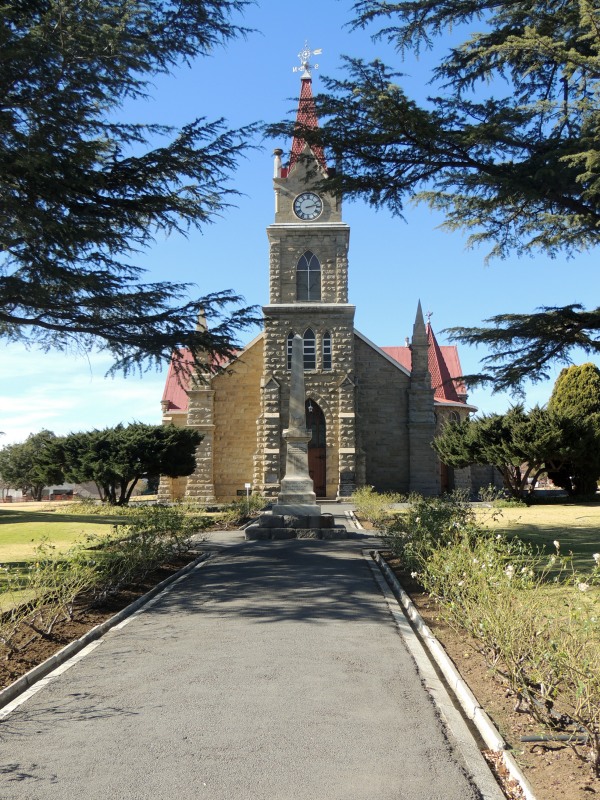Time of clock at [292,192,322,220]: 2:12
